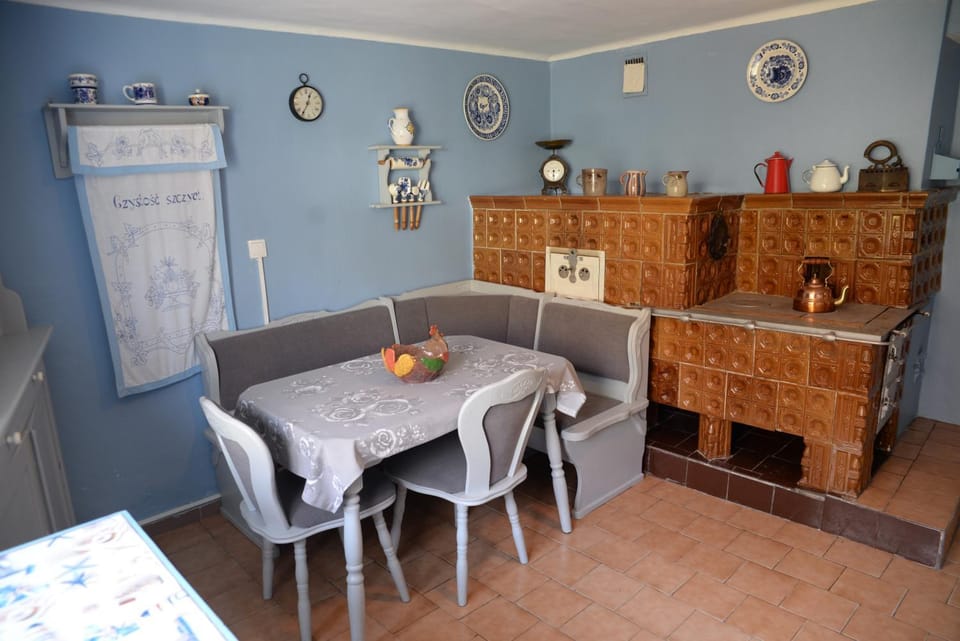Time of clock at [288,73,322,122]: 12:35
